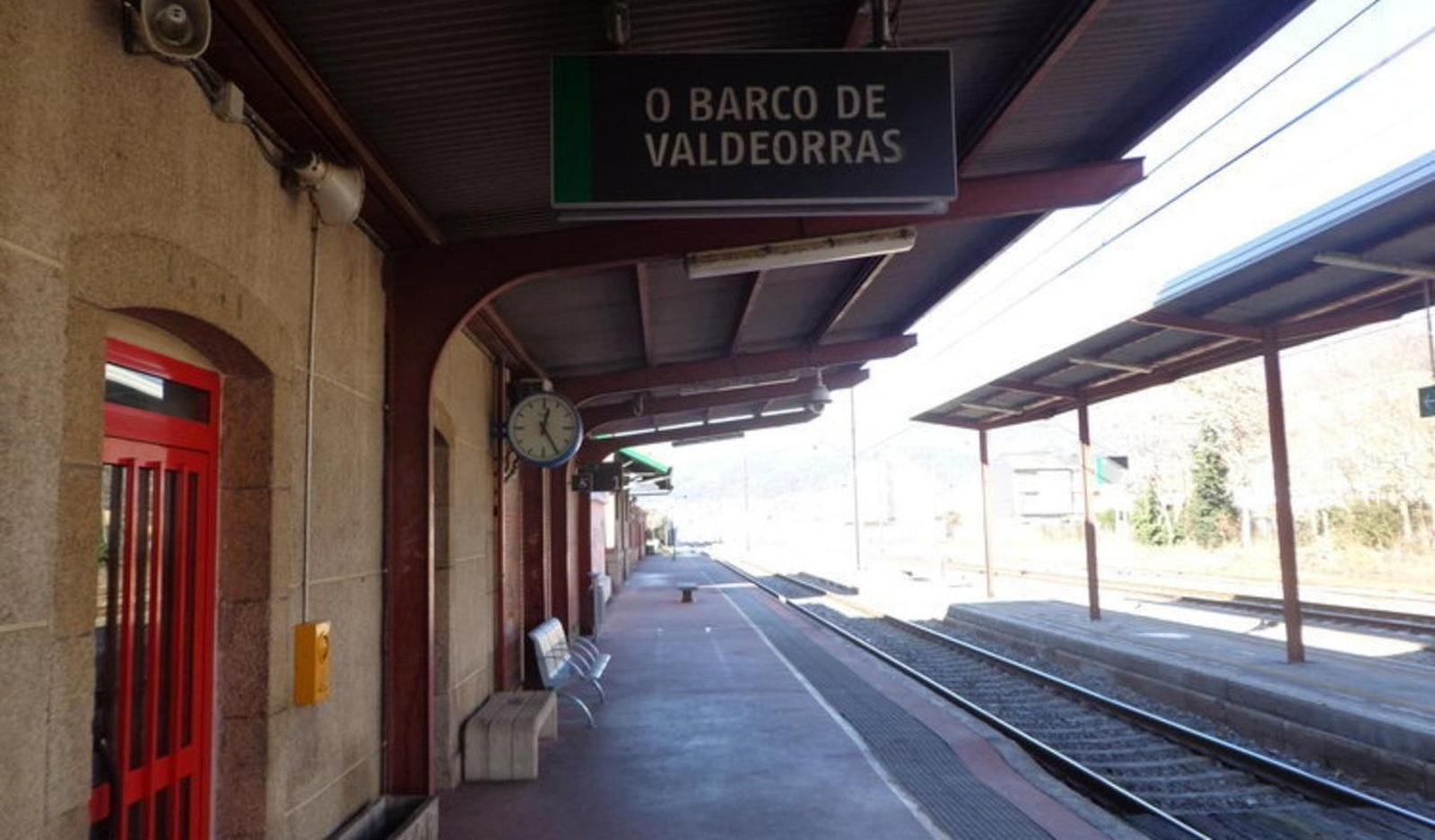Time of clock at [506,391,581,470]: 12:24
